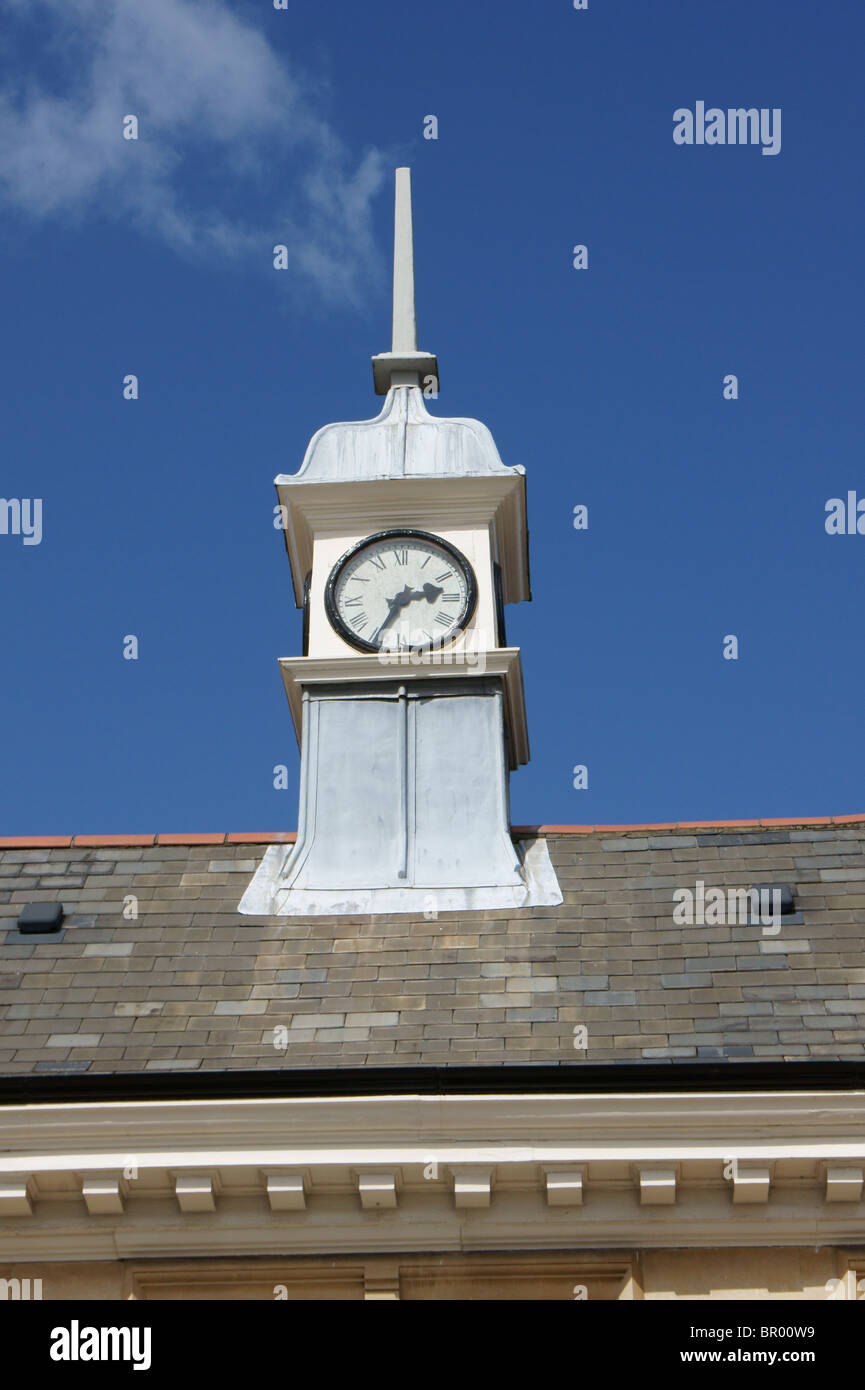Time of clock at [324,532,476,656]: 2:34
